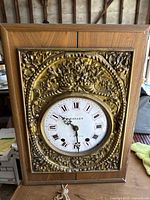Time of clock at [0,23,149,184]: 10:28
